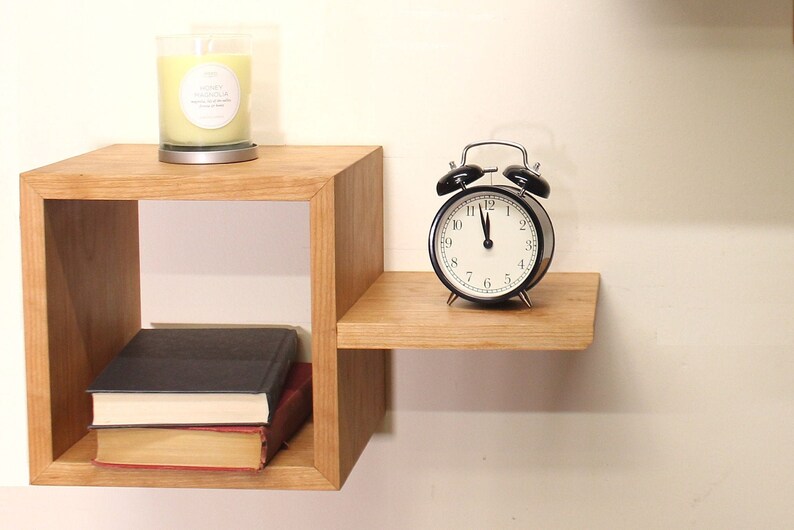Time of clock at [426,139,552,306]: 11:57
